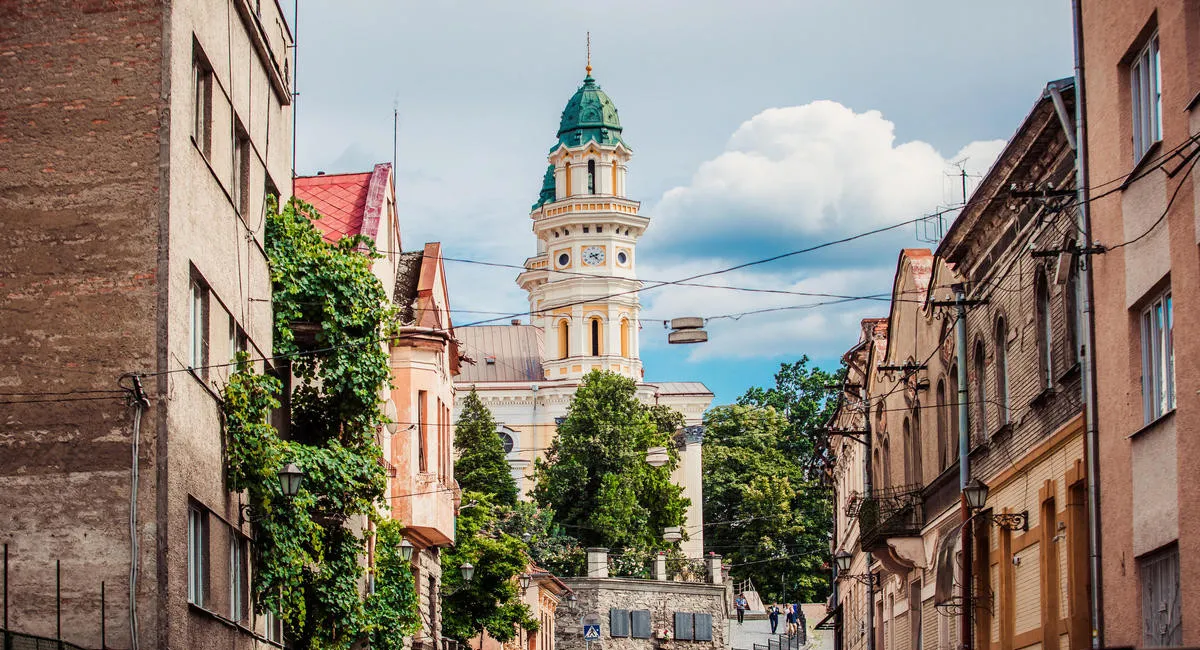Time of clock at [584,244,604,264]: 2:23
